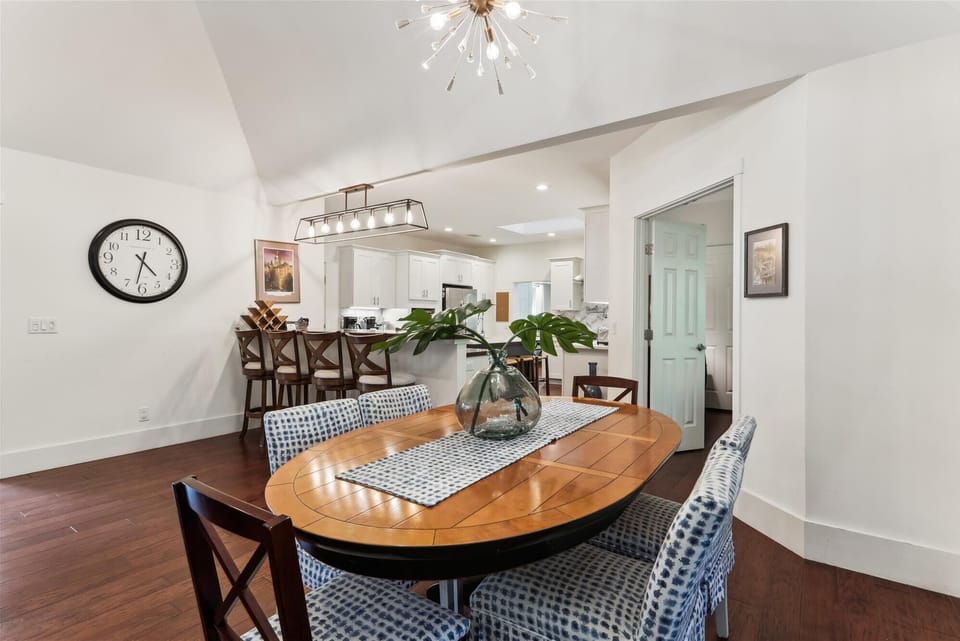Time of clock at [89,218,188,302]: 4:31
